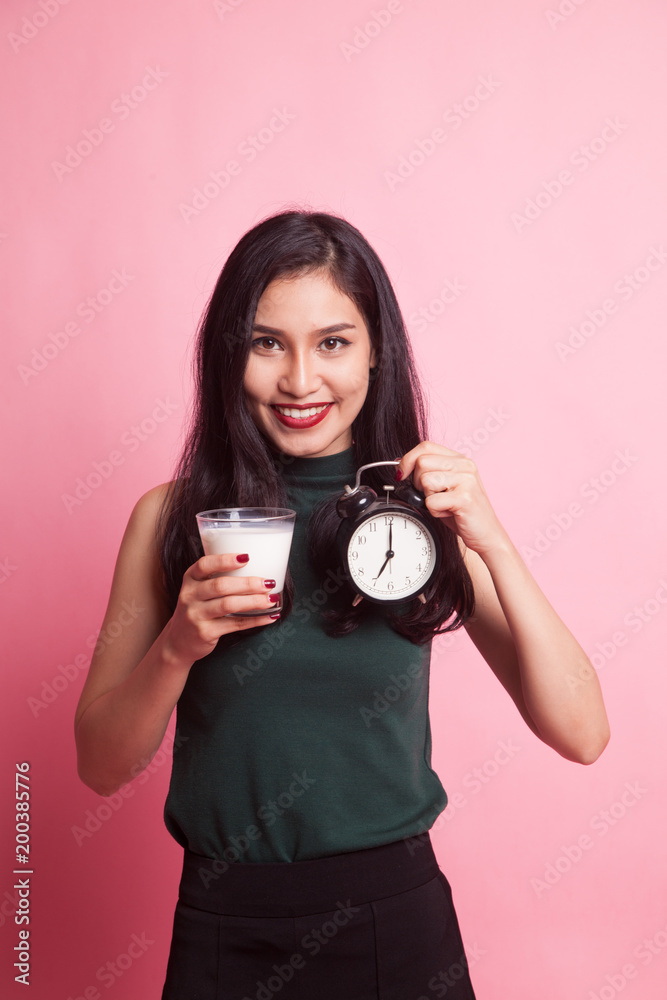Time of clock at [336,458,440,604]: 7:00
